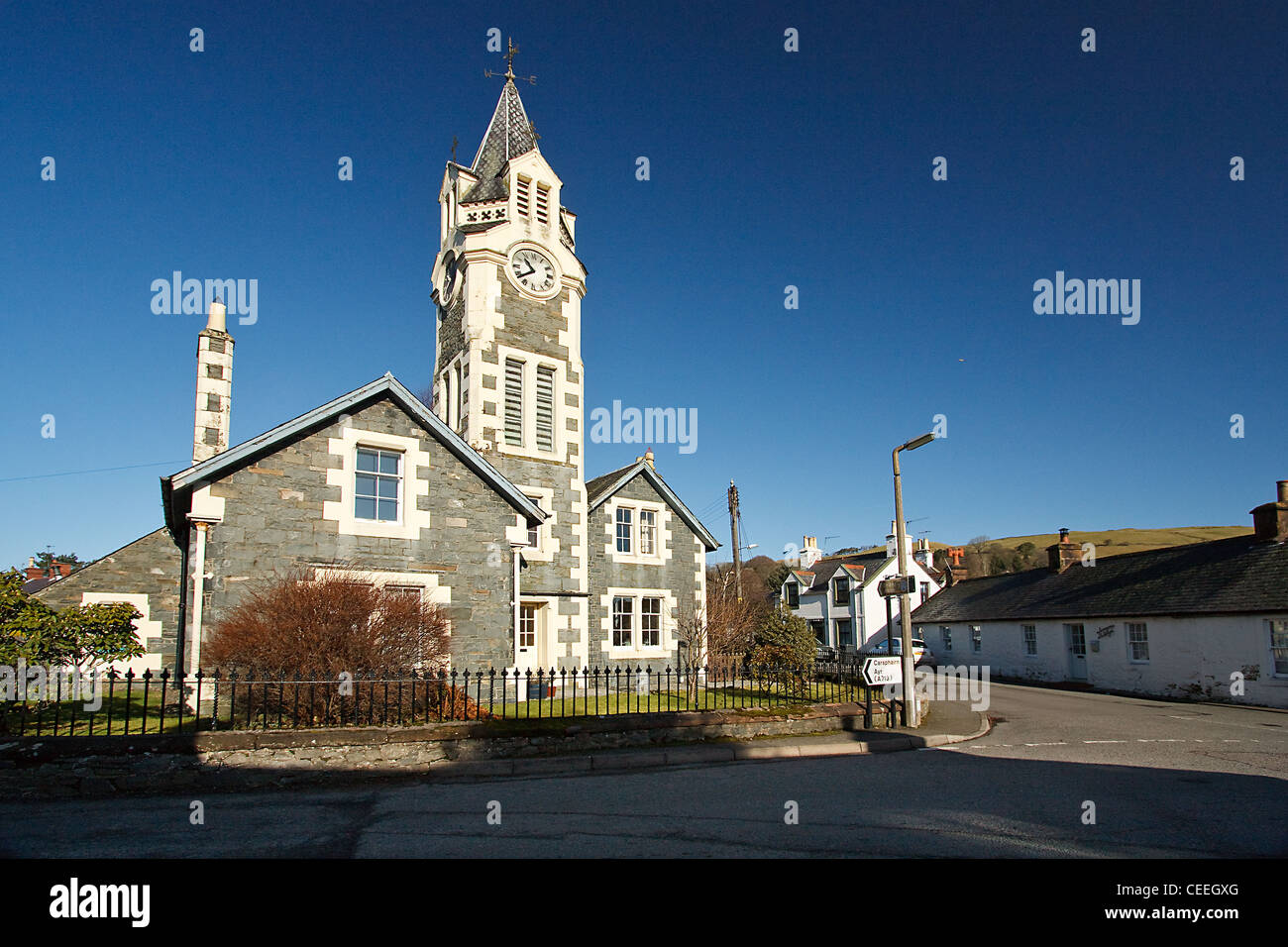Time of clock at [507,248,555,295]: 10:38
